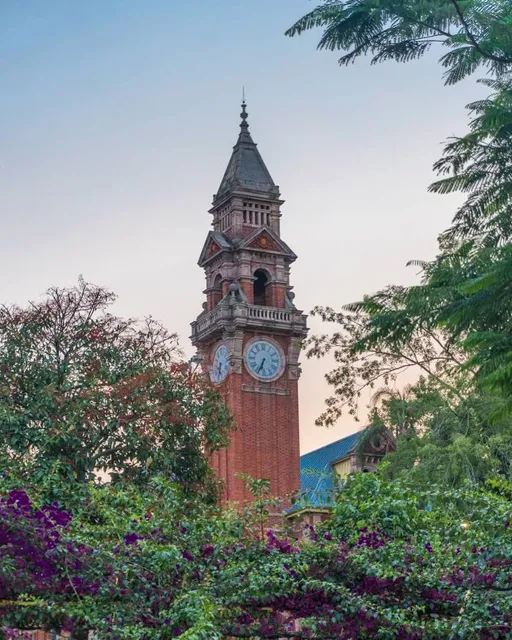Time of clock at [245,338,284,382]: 6:34
